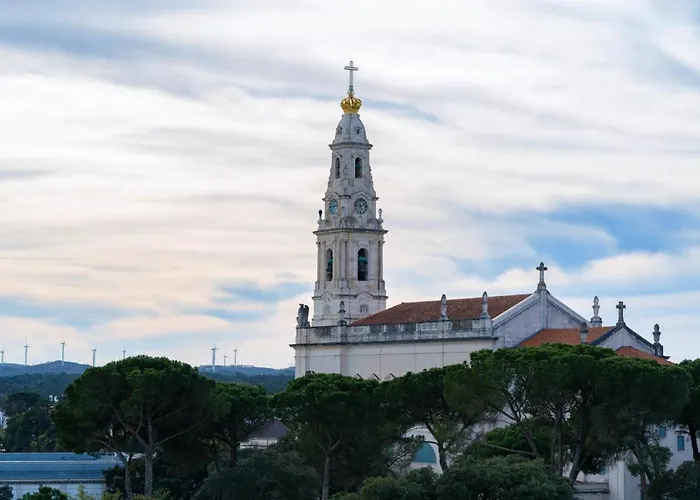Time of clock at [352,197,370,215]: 5:09
